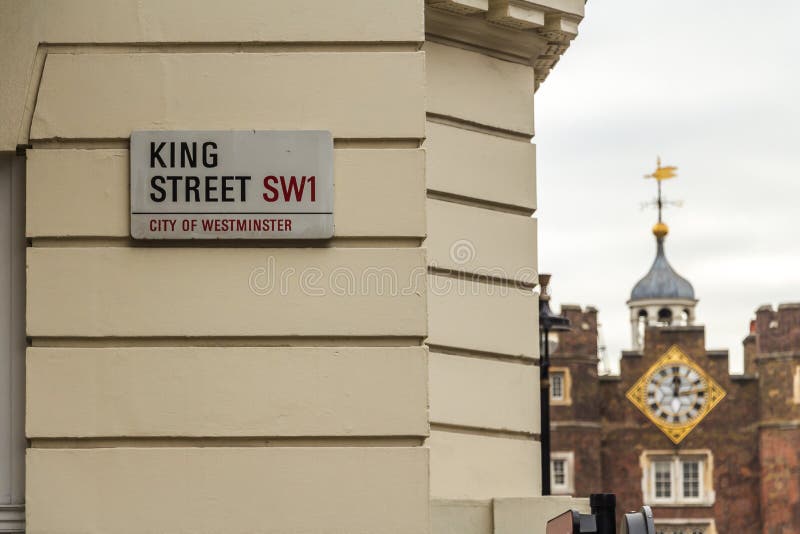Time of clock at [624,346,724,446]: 12:13
